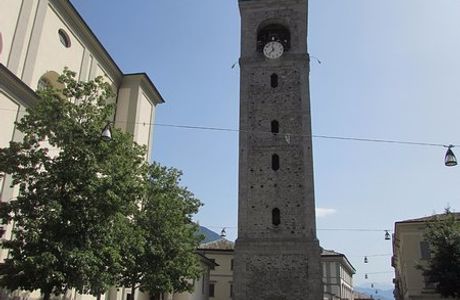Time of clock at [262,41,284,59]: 11:37
